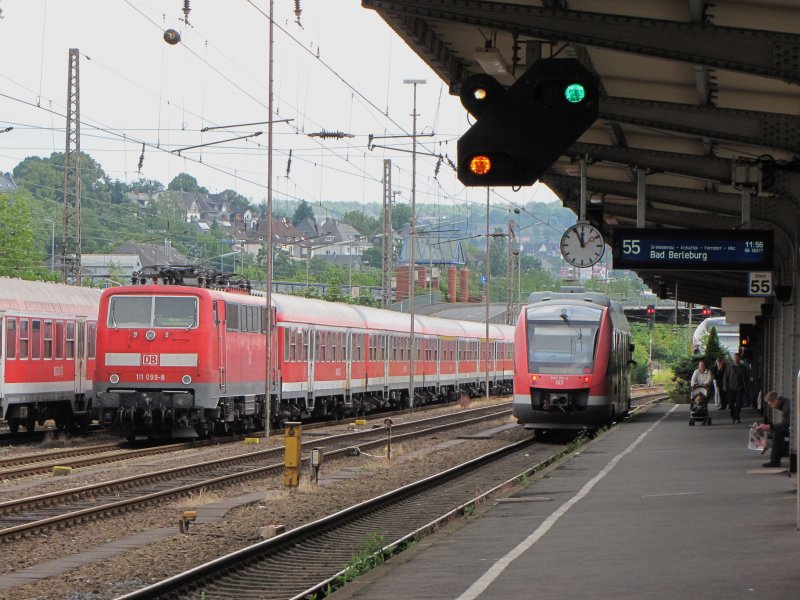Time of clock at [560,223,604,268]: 11:55
